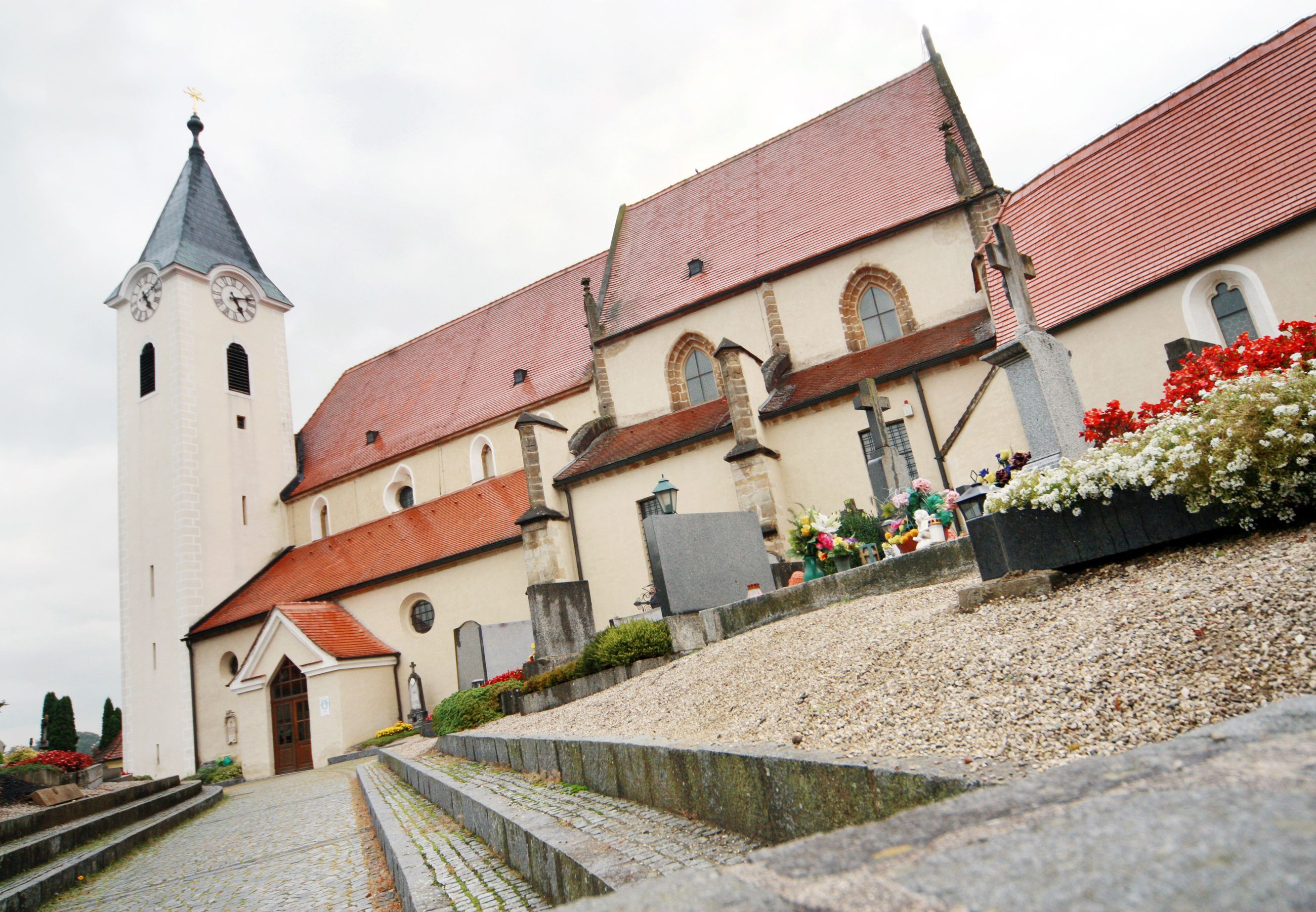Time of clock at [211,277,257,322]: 5:12
